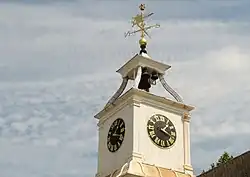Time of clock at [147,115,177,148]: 1:18
